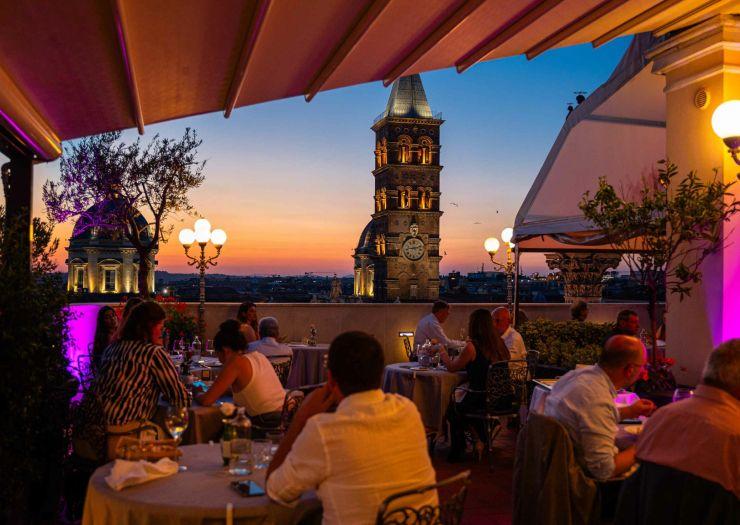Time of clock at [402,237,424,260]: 9:12
